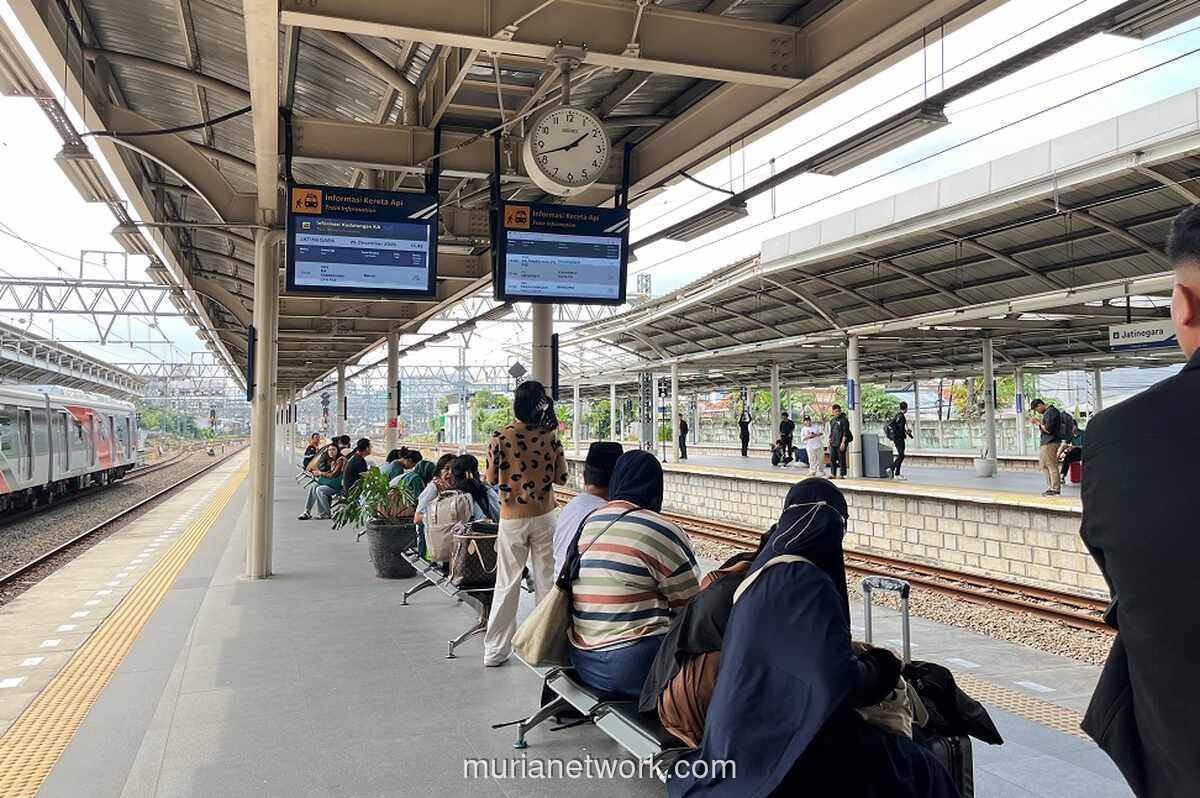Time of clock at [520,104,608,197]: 1:42
